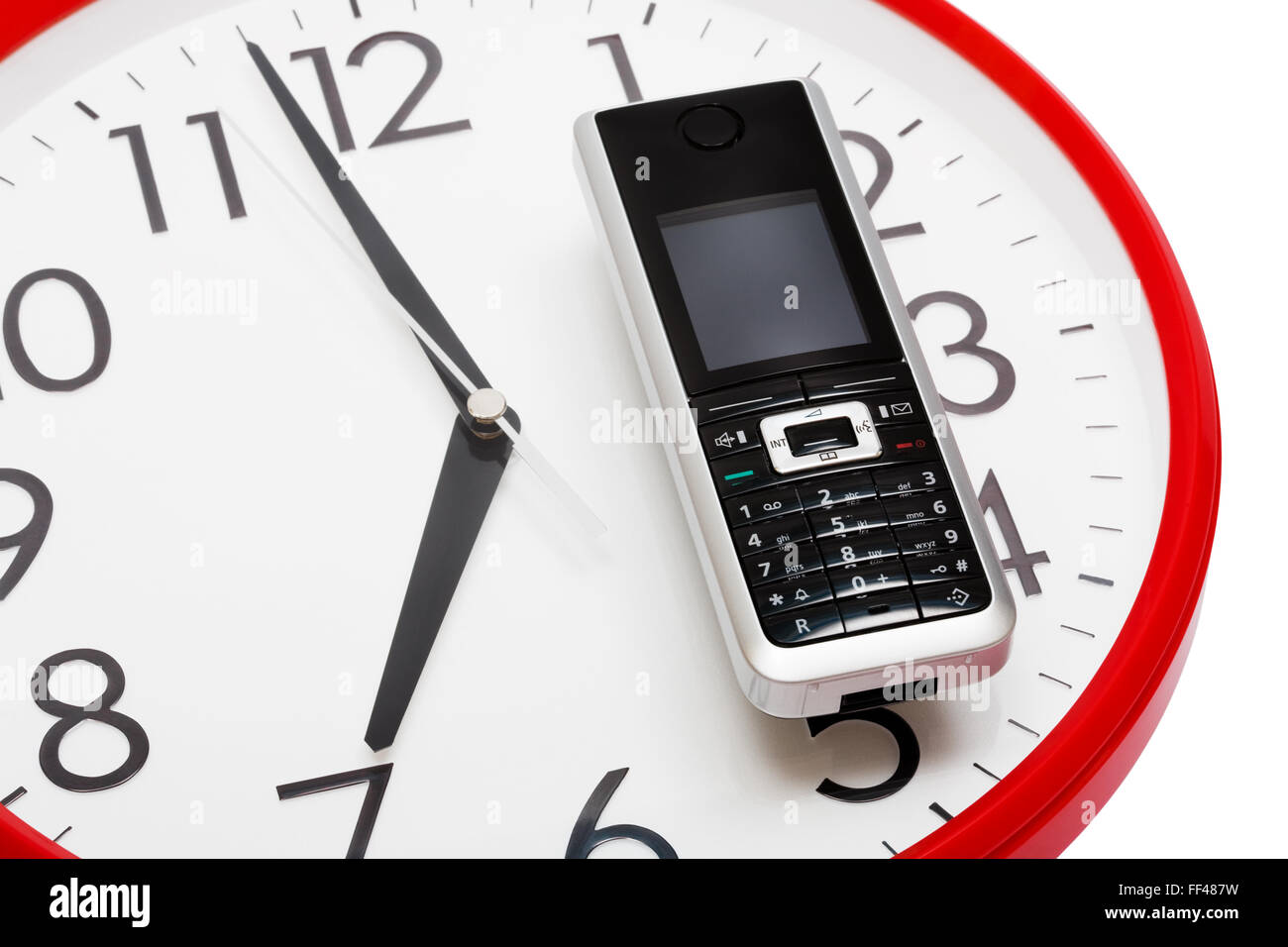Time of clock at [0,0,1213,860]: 6:58
